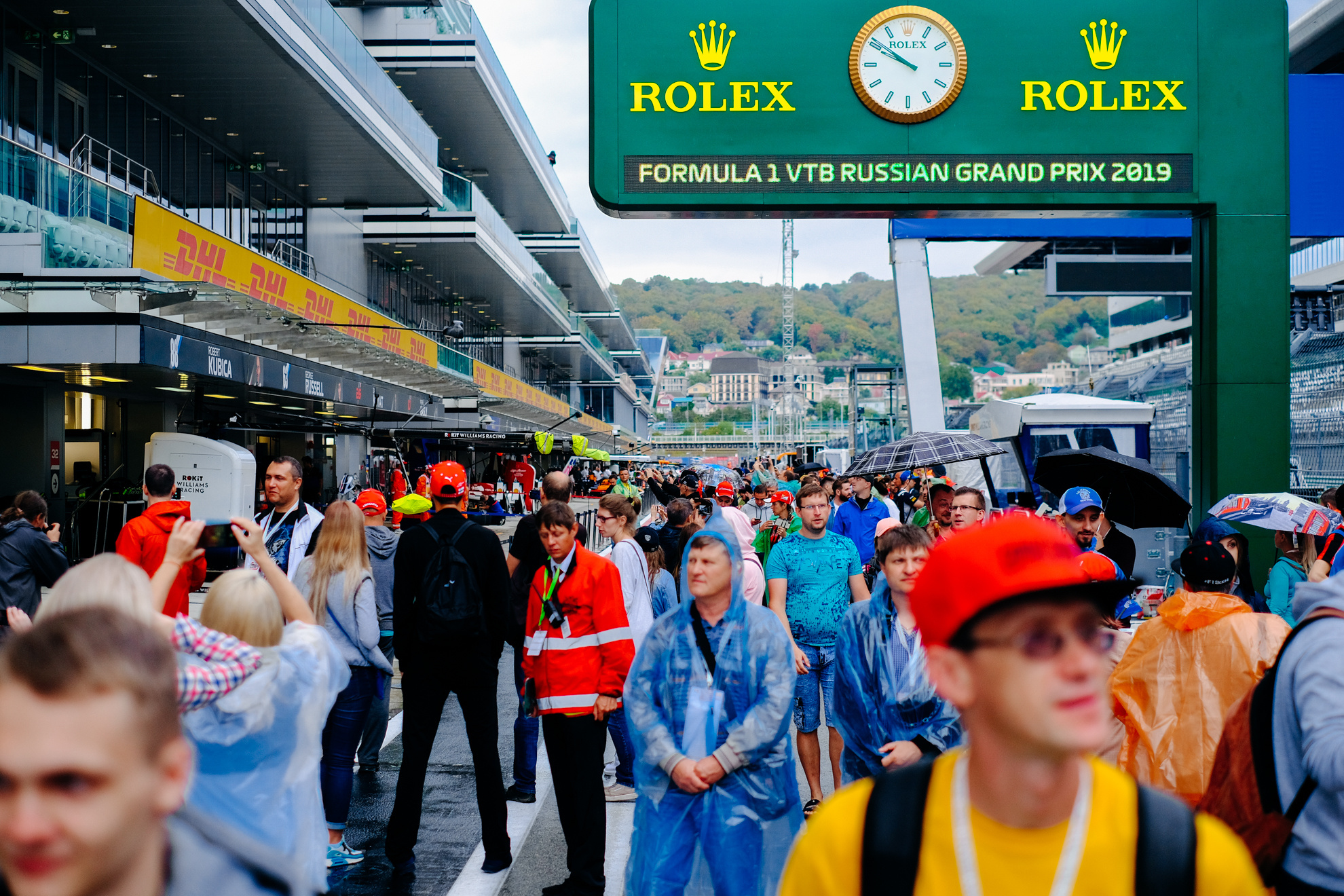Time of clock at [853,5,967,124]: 9:50
